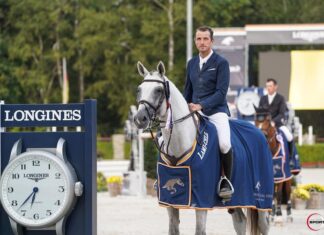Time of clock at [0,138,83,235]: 6:37
